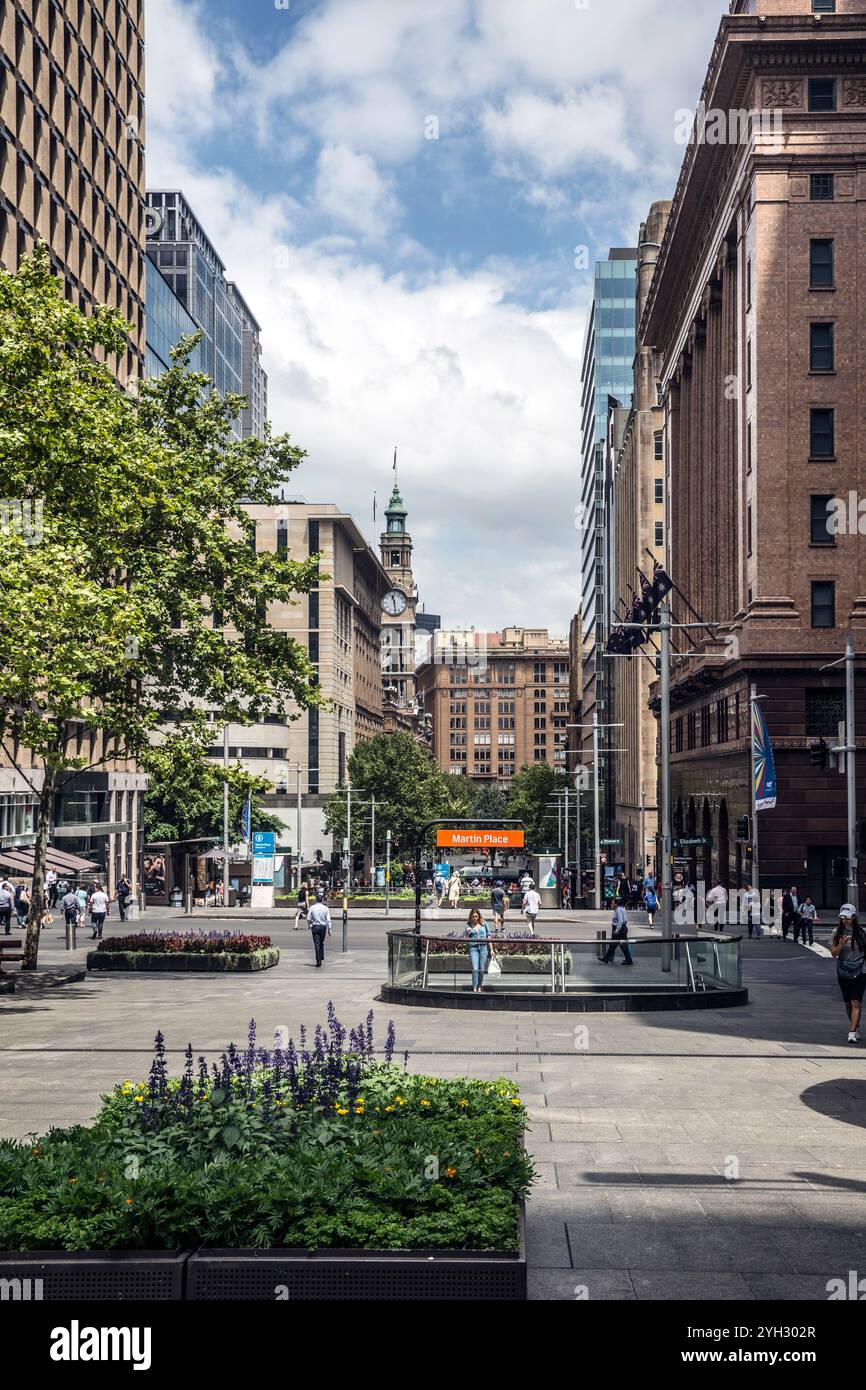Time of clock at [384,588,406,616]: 11:28
